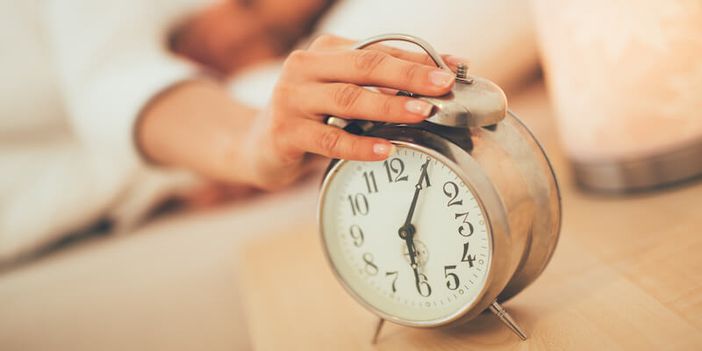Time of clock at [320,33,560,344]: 6:05
